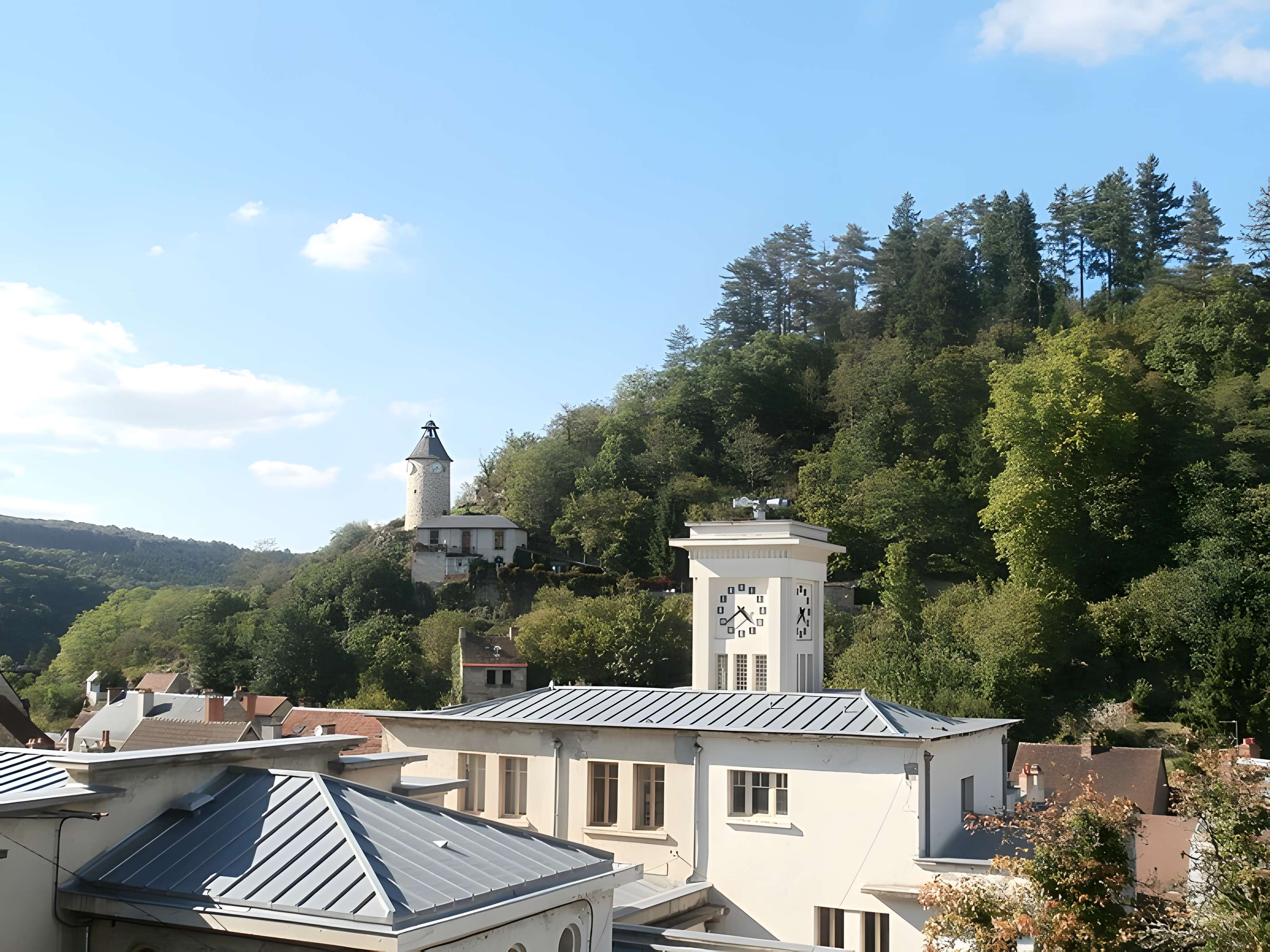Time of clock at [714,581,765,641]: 4:38
